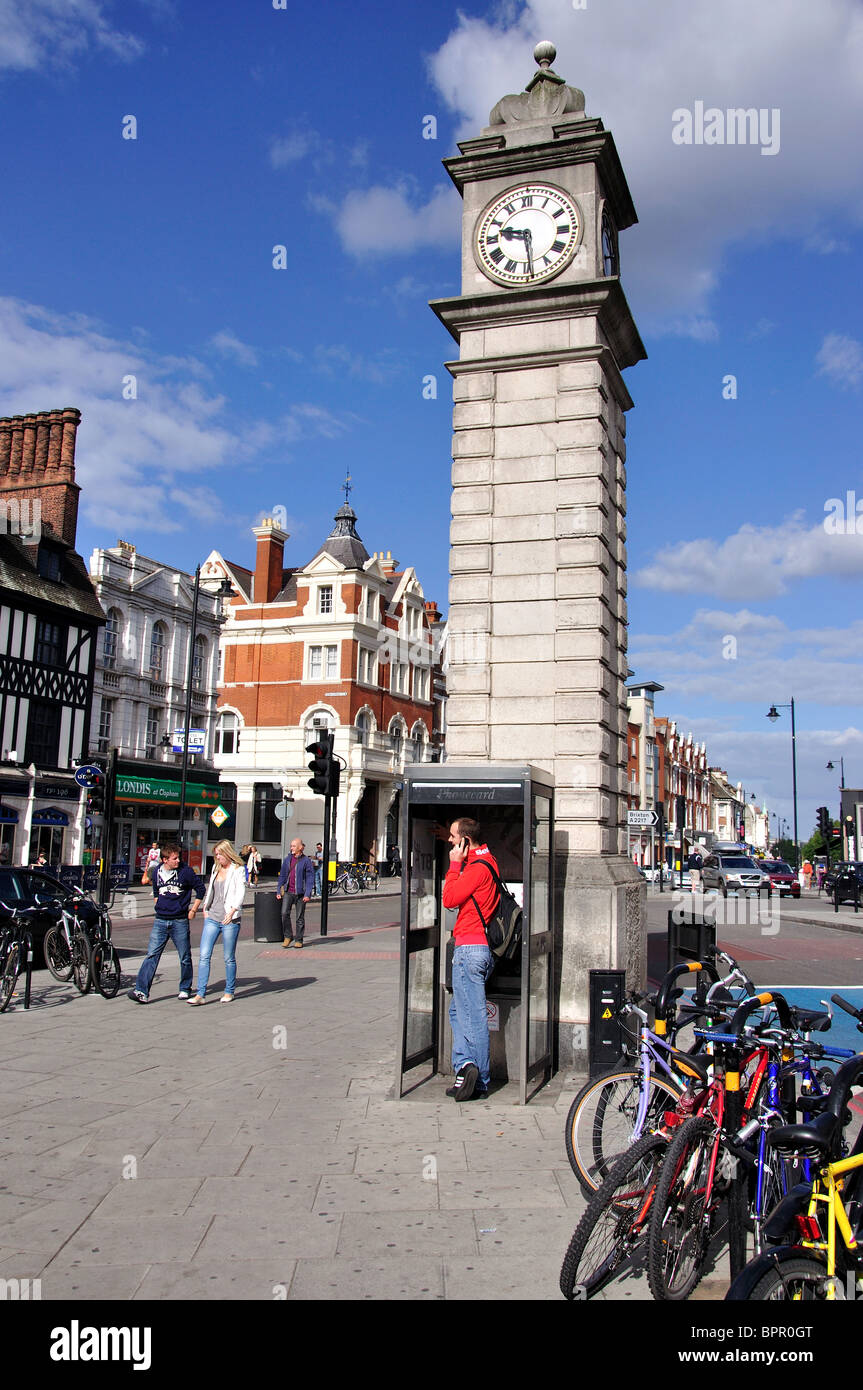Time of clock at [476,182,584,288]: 9:29
